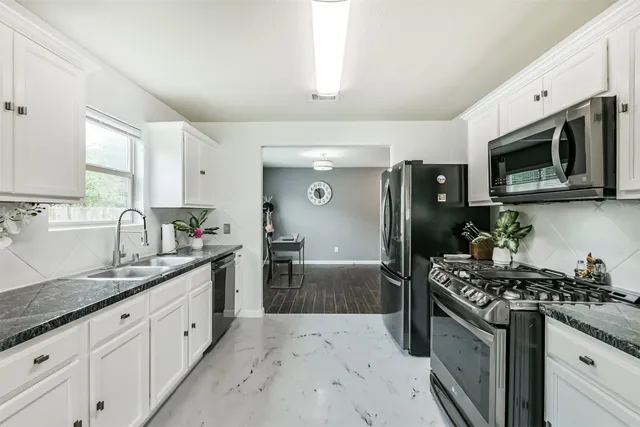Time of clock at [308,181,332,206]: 10:28
